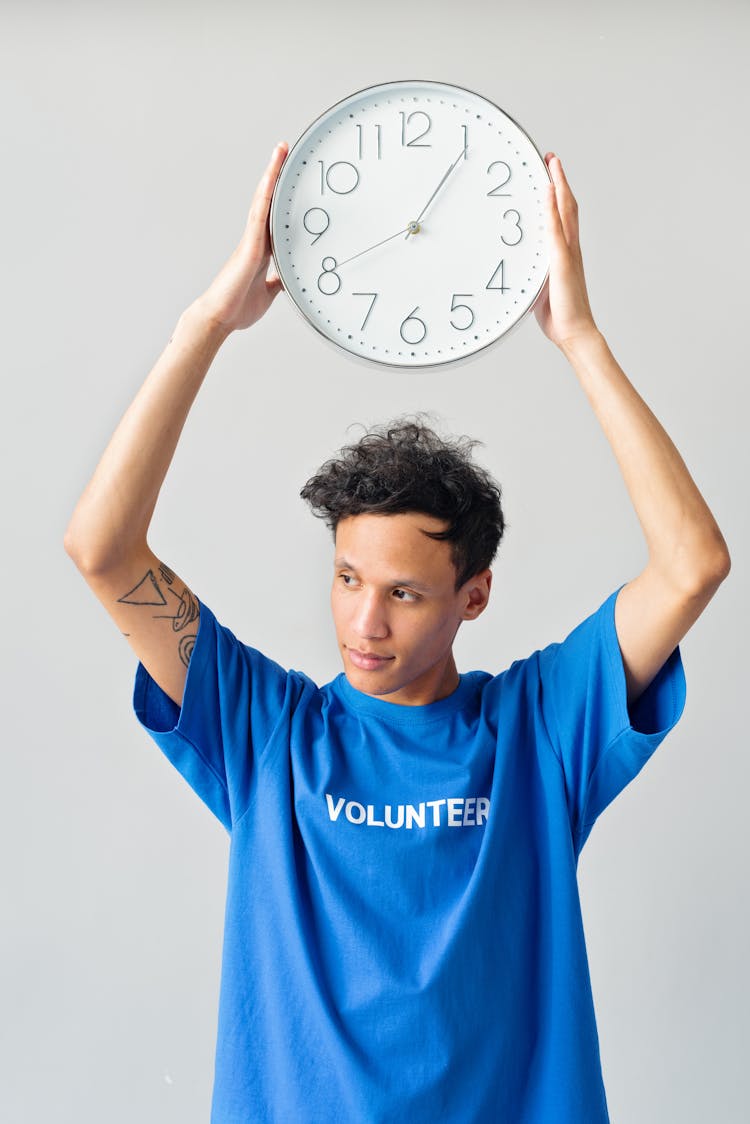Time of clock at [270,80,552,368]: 1:05
